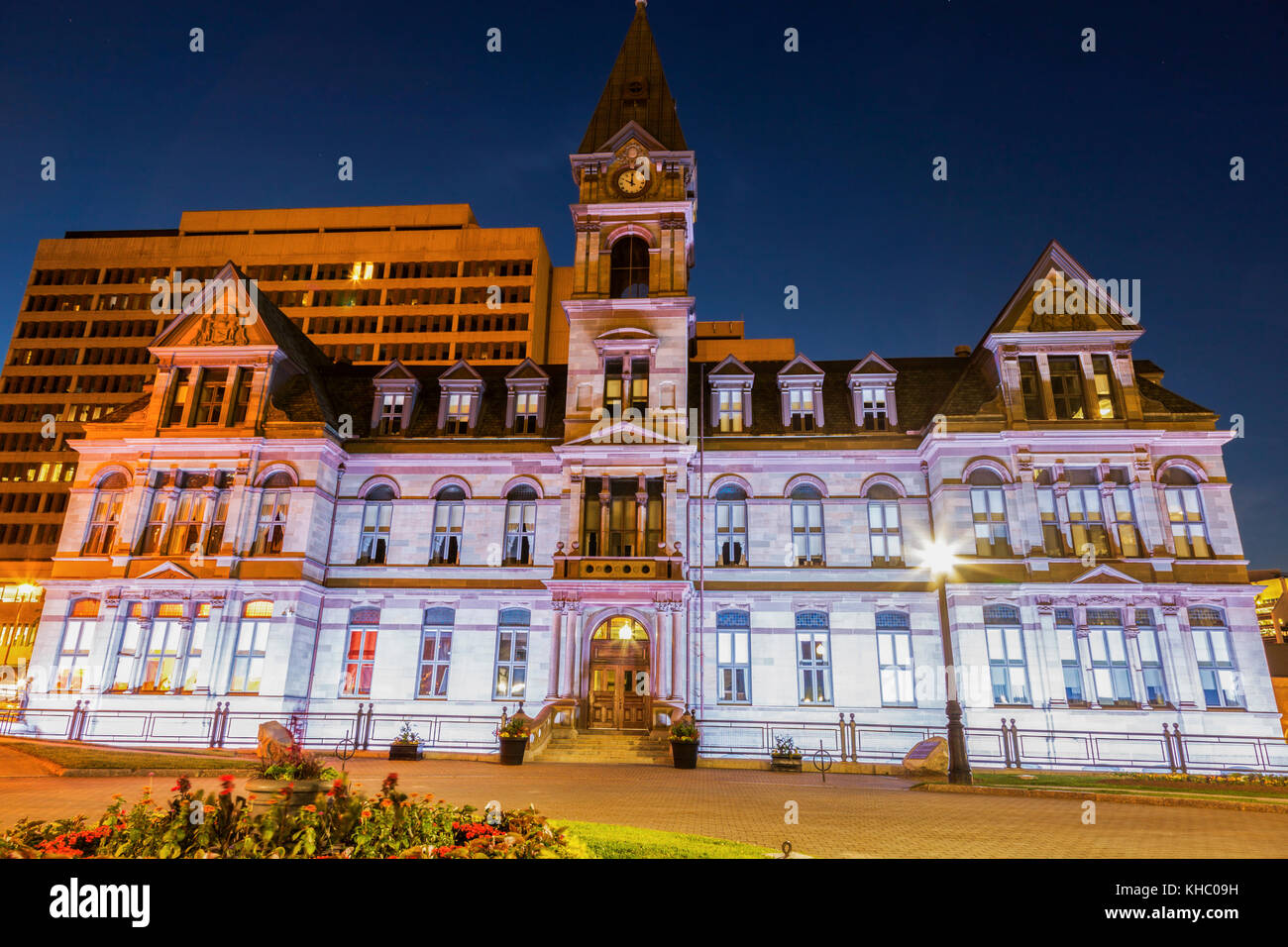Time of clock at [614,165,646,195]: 10:00
